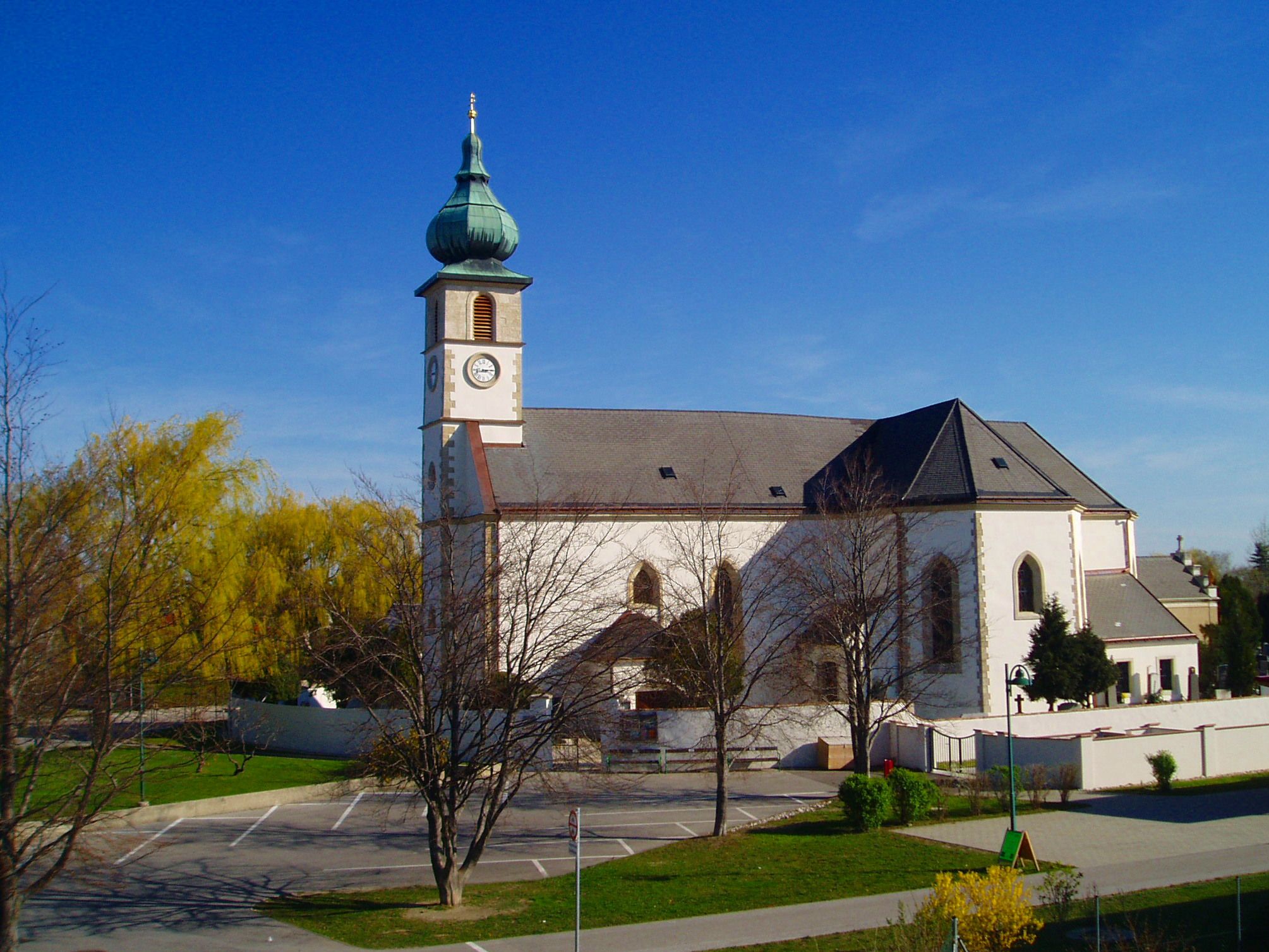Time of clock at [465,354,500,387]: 3:14
